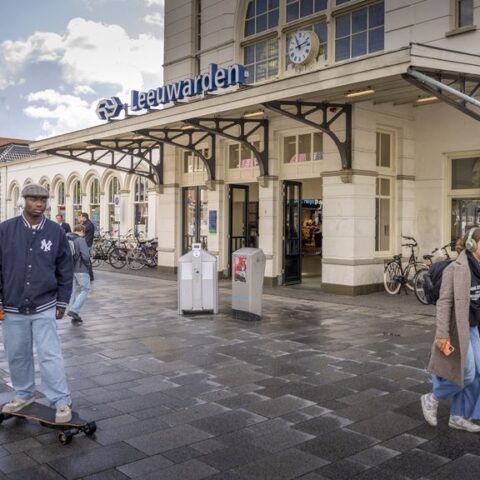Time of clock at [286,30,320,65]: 11:12
